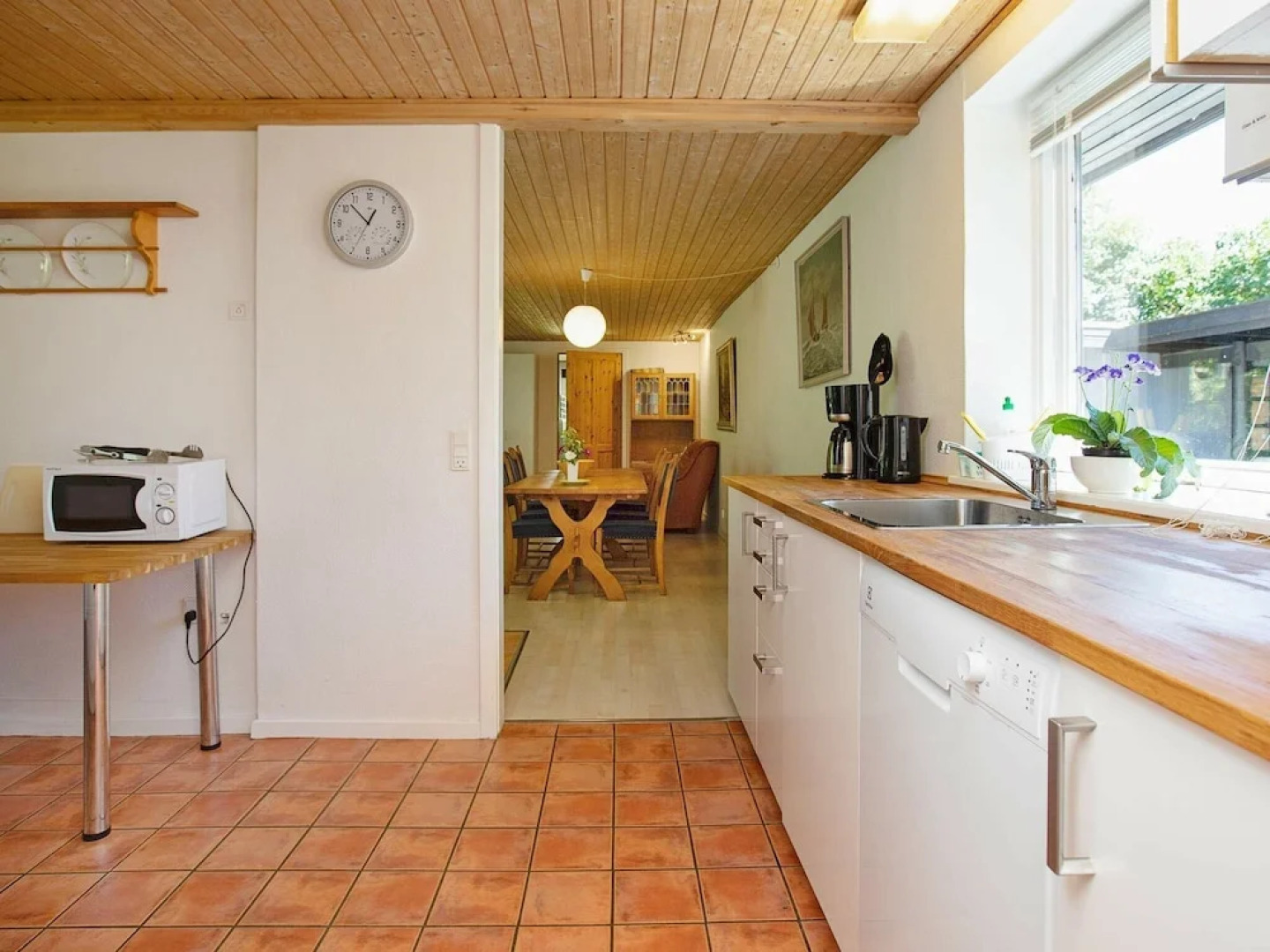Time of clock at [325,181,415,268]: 12:52
